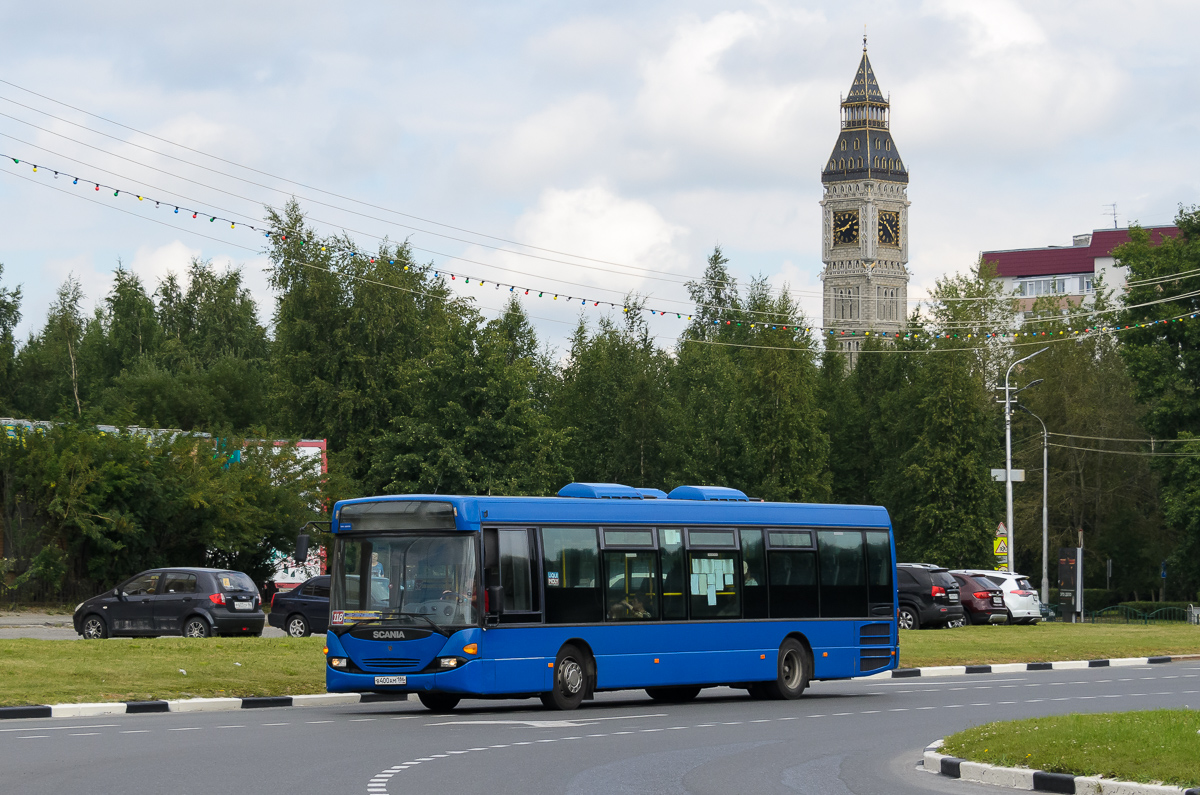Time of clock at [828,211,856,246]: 1:42
